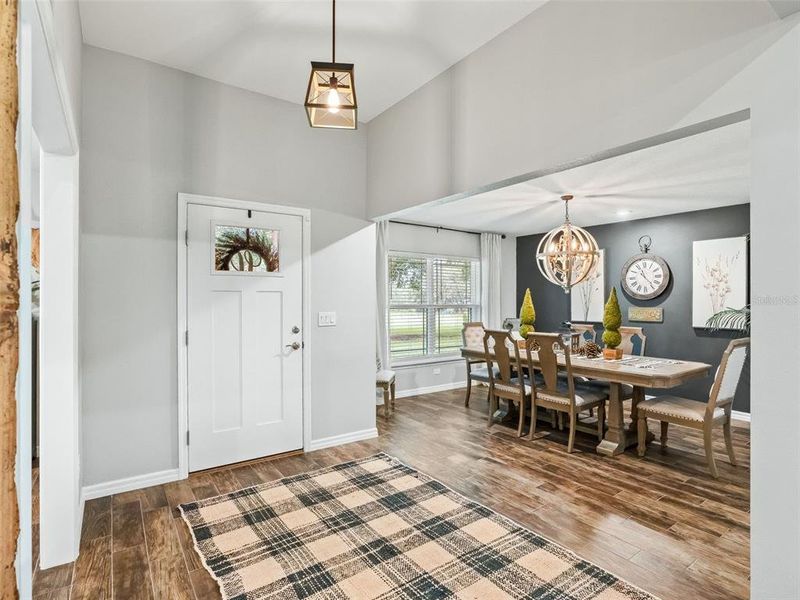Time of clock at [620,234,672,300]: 11:23
